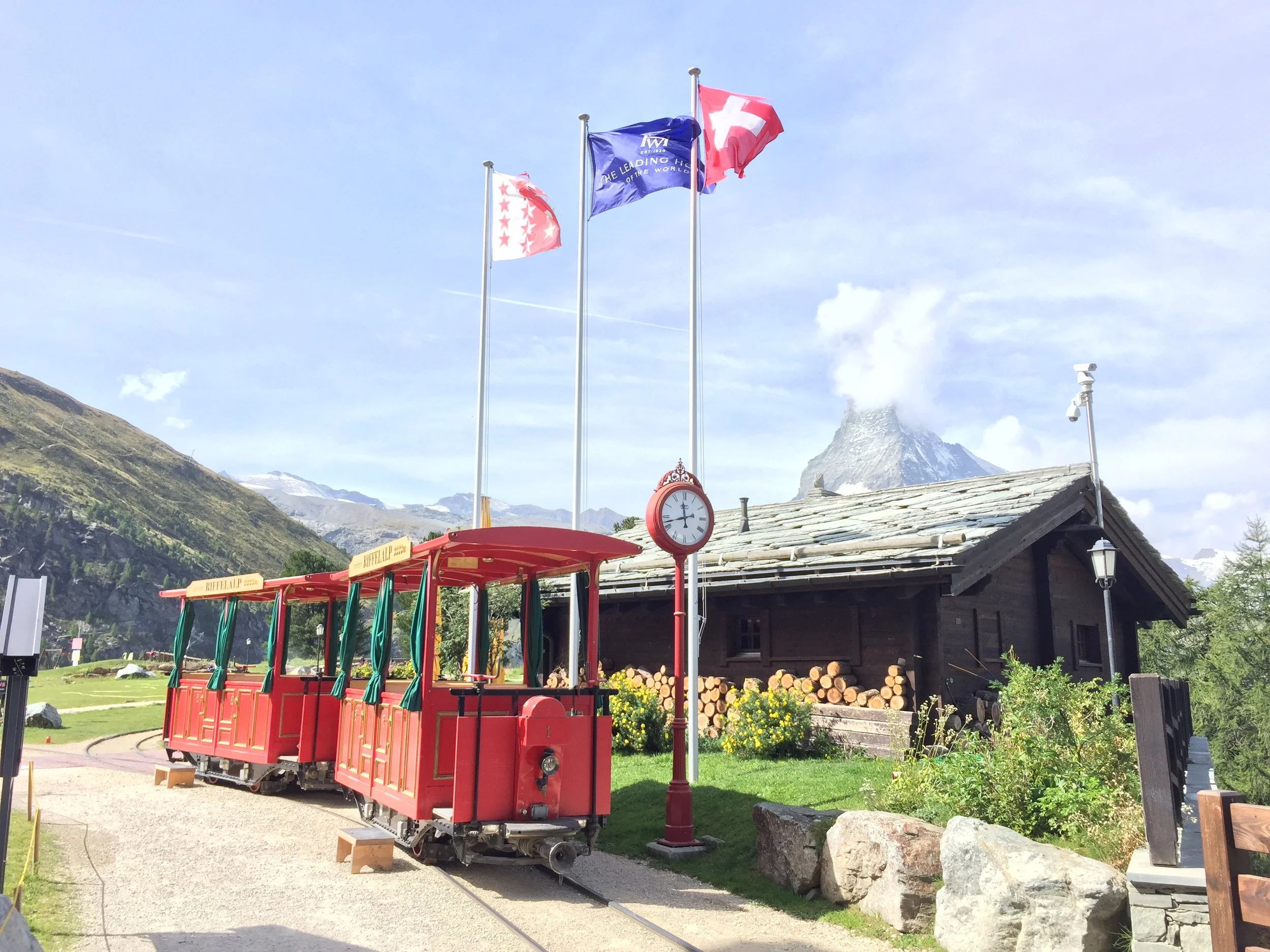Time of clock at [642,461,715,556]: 11:42
